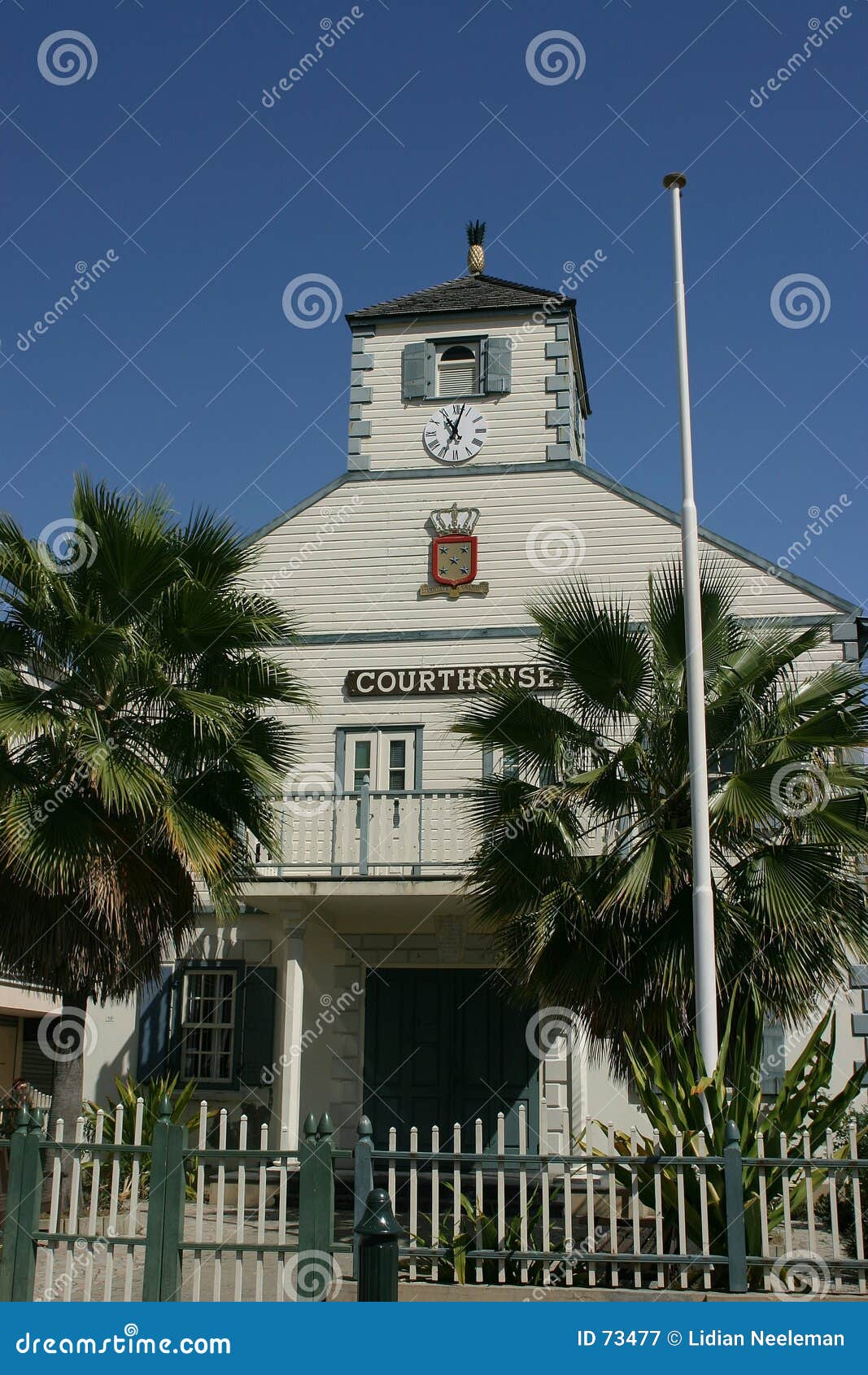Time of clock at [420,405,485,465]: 11:02
